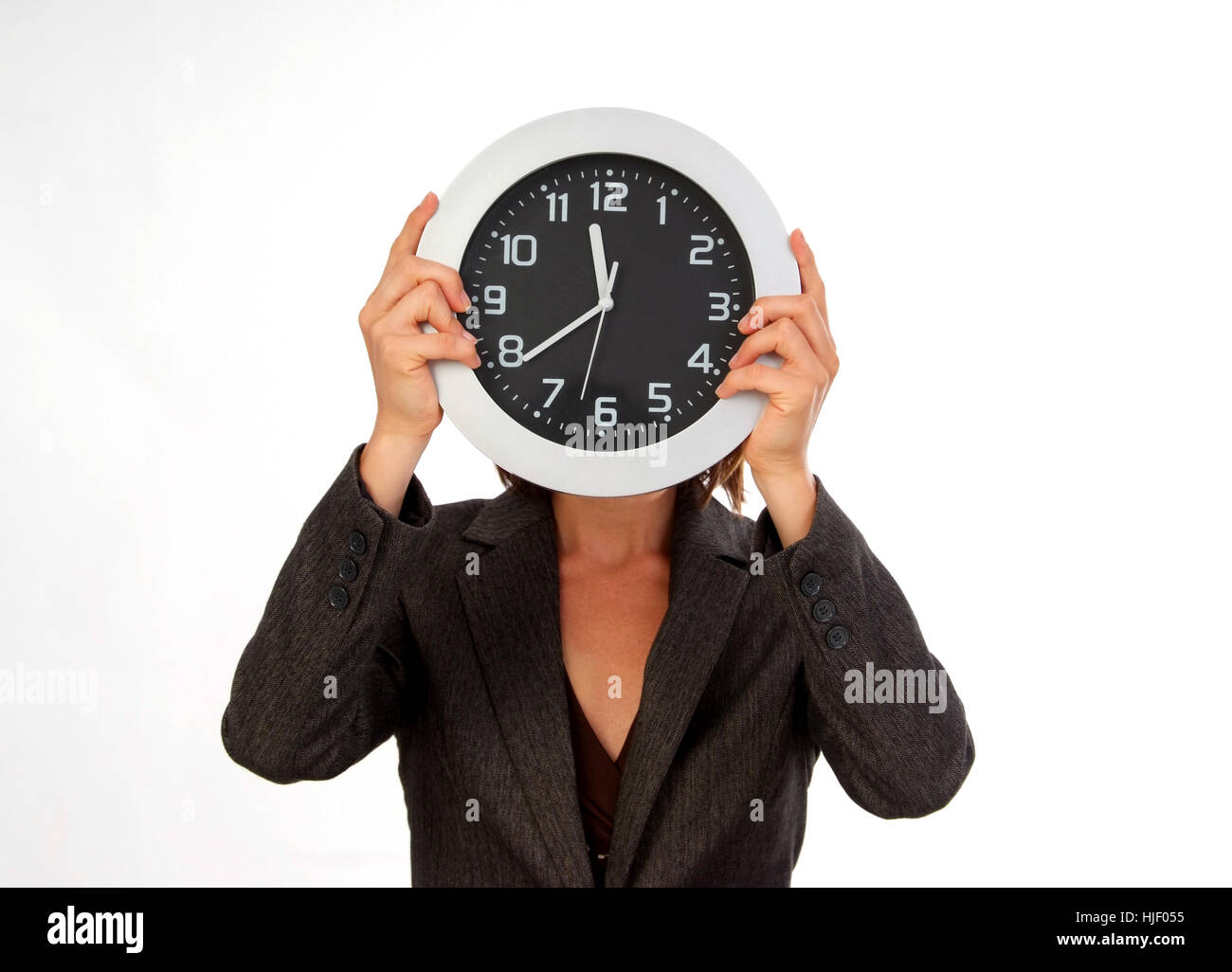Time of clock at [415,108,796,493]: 11:38
